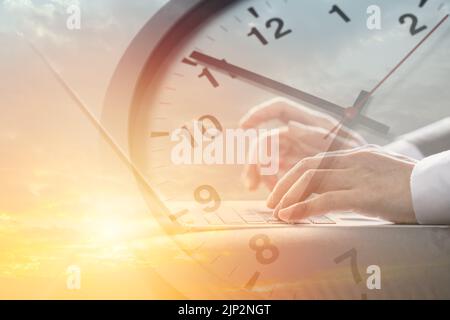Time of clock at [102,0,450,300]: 6:50
